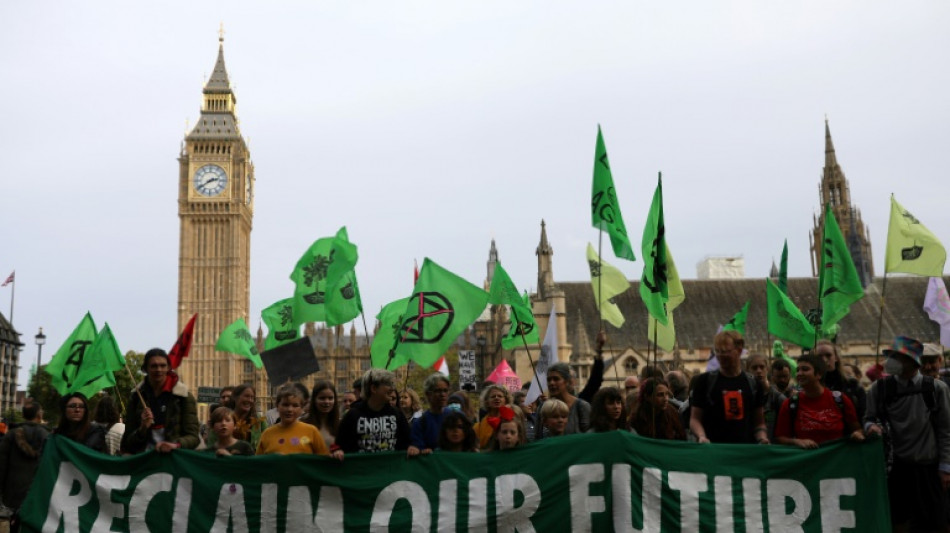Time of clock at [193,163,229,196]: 2:39
